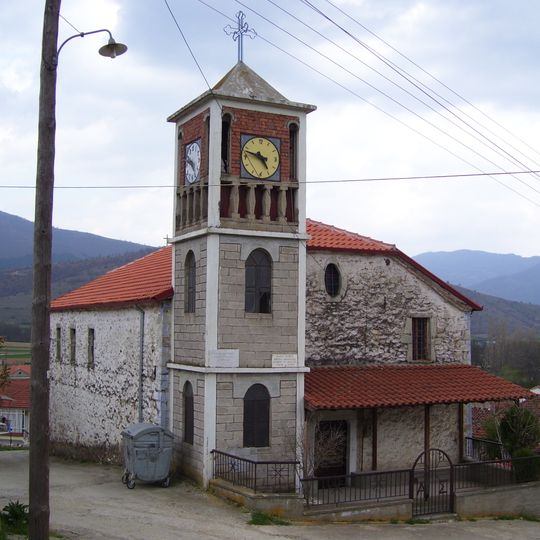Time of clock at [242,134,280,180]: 4:47
